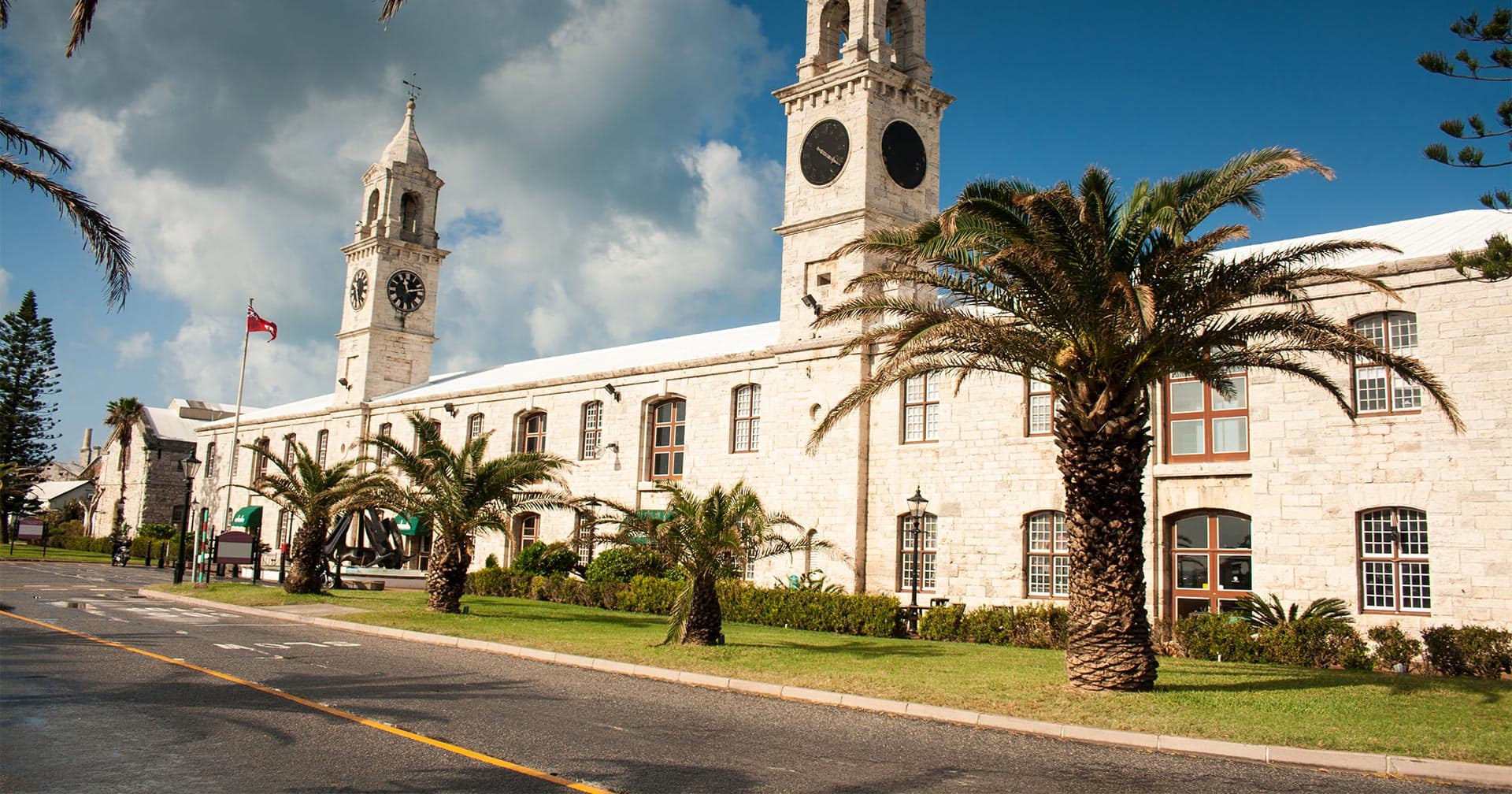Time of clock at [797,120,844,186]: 4:21
